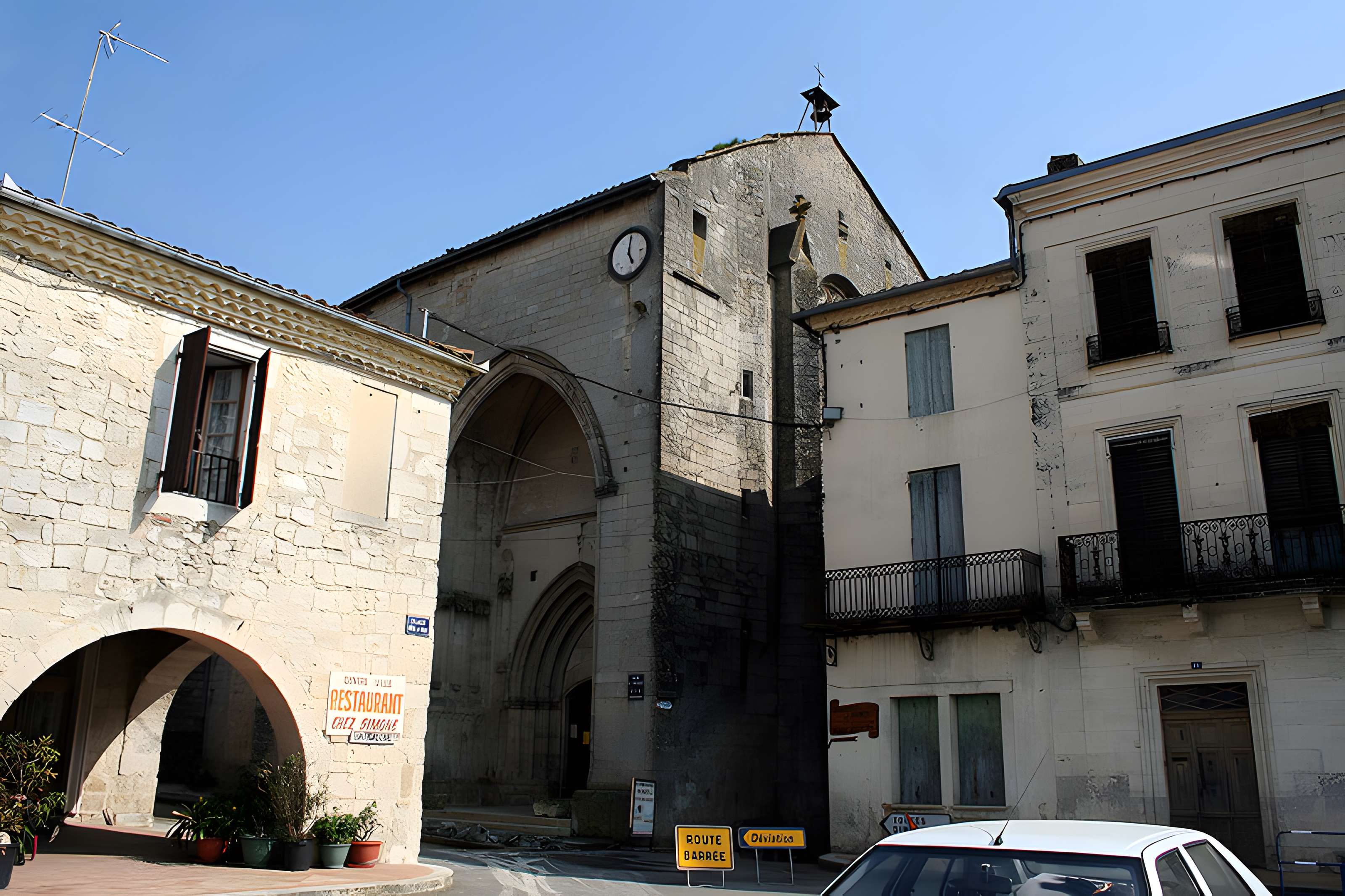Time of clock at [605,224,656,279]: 5:00
